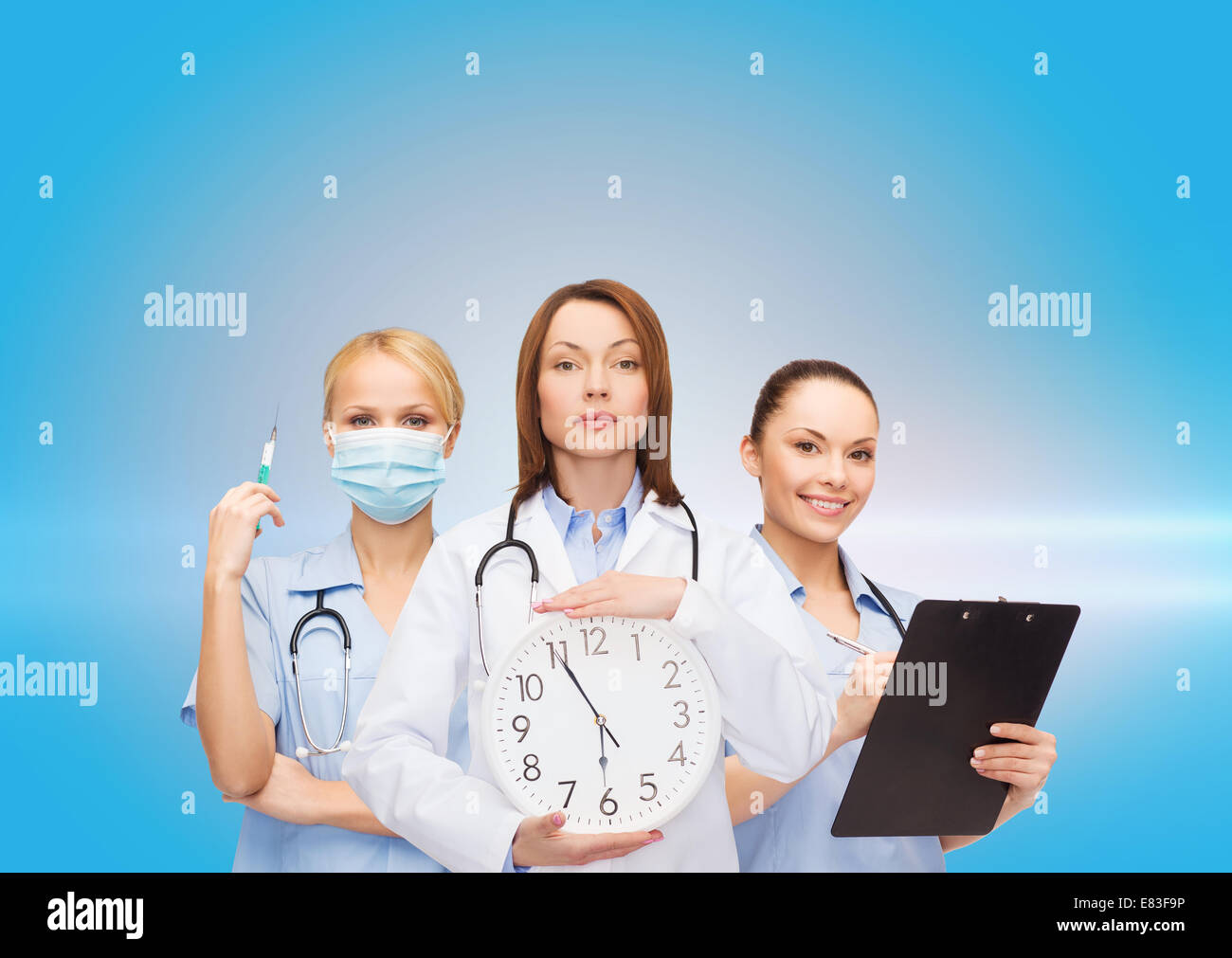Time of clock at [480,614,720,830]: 5:55
